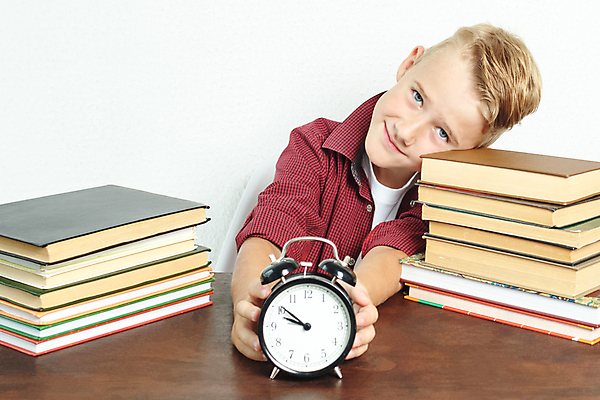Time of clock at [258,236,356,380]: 9:51
